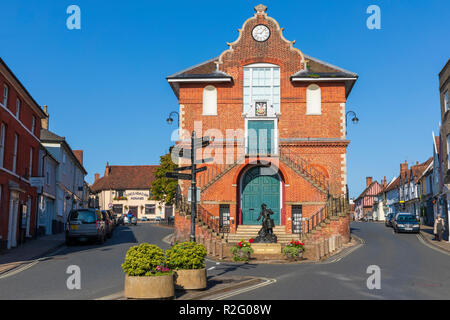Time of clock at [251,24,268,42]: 9:07
